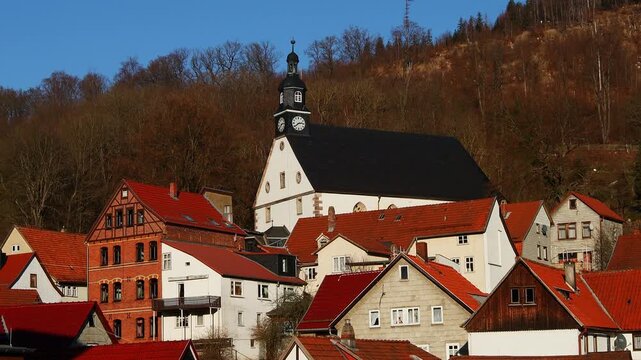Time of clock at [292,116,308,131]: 2:39
